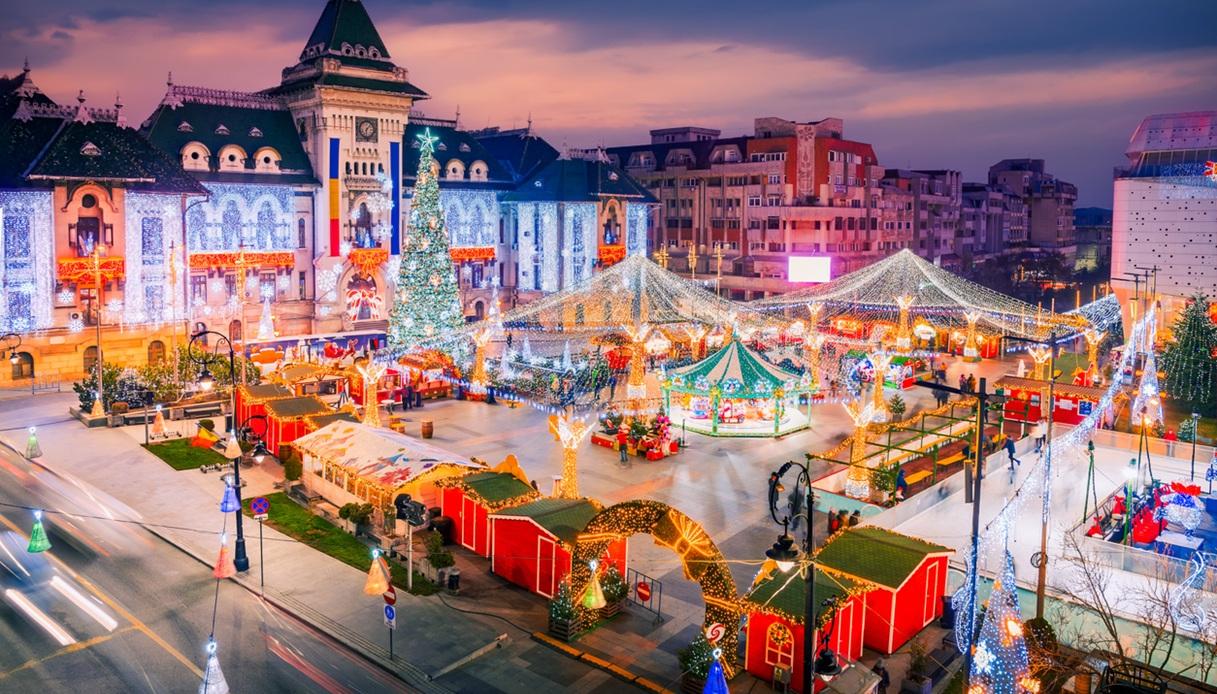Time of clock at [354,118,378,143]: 6:06
